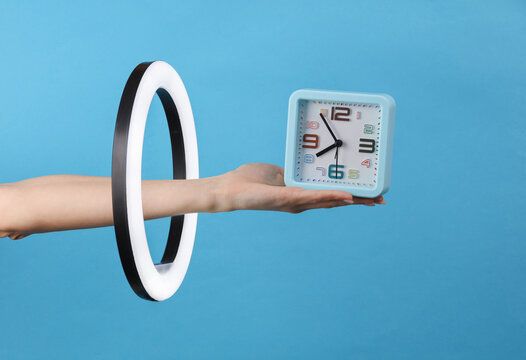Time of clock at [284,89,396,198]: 7:53
